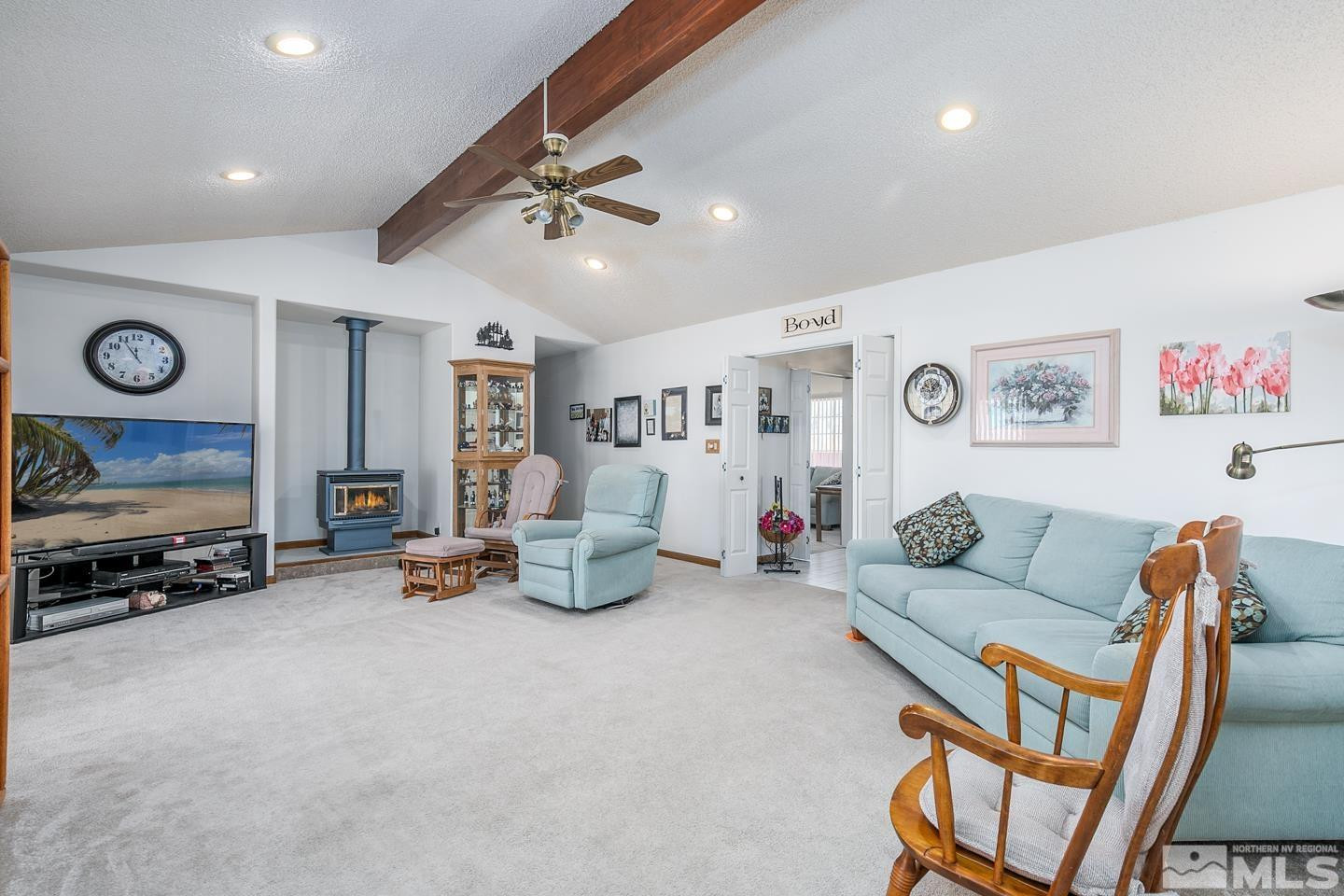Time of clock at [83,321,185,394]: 11:54
